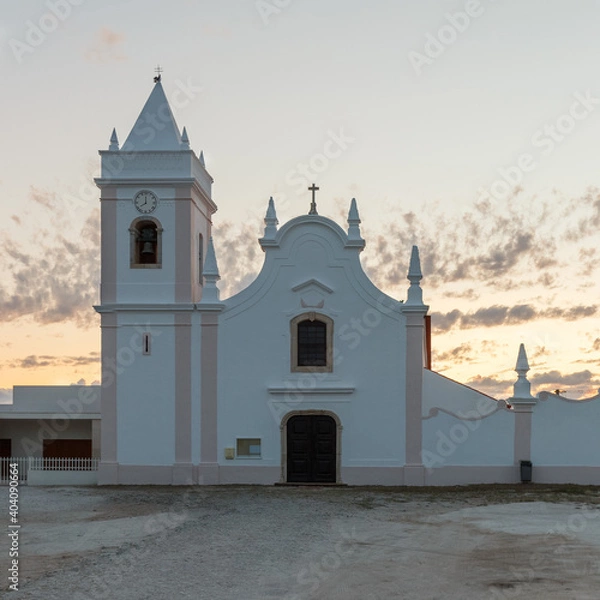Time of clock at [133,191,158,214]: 7:59
